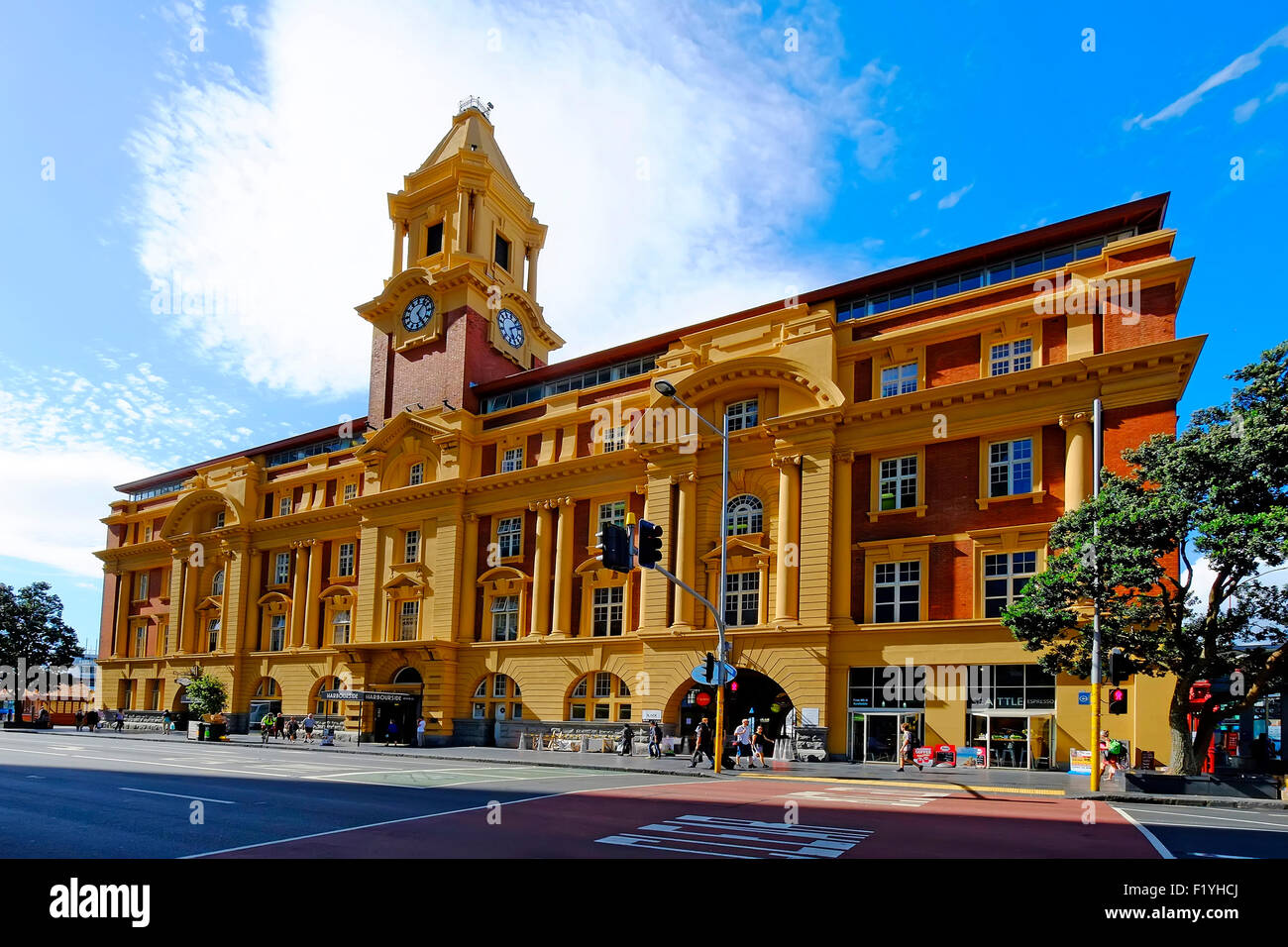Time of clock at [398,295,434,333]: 1:24
